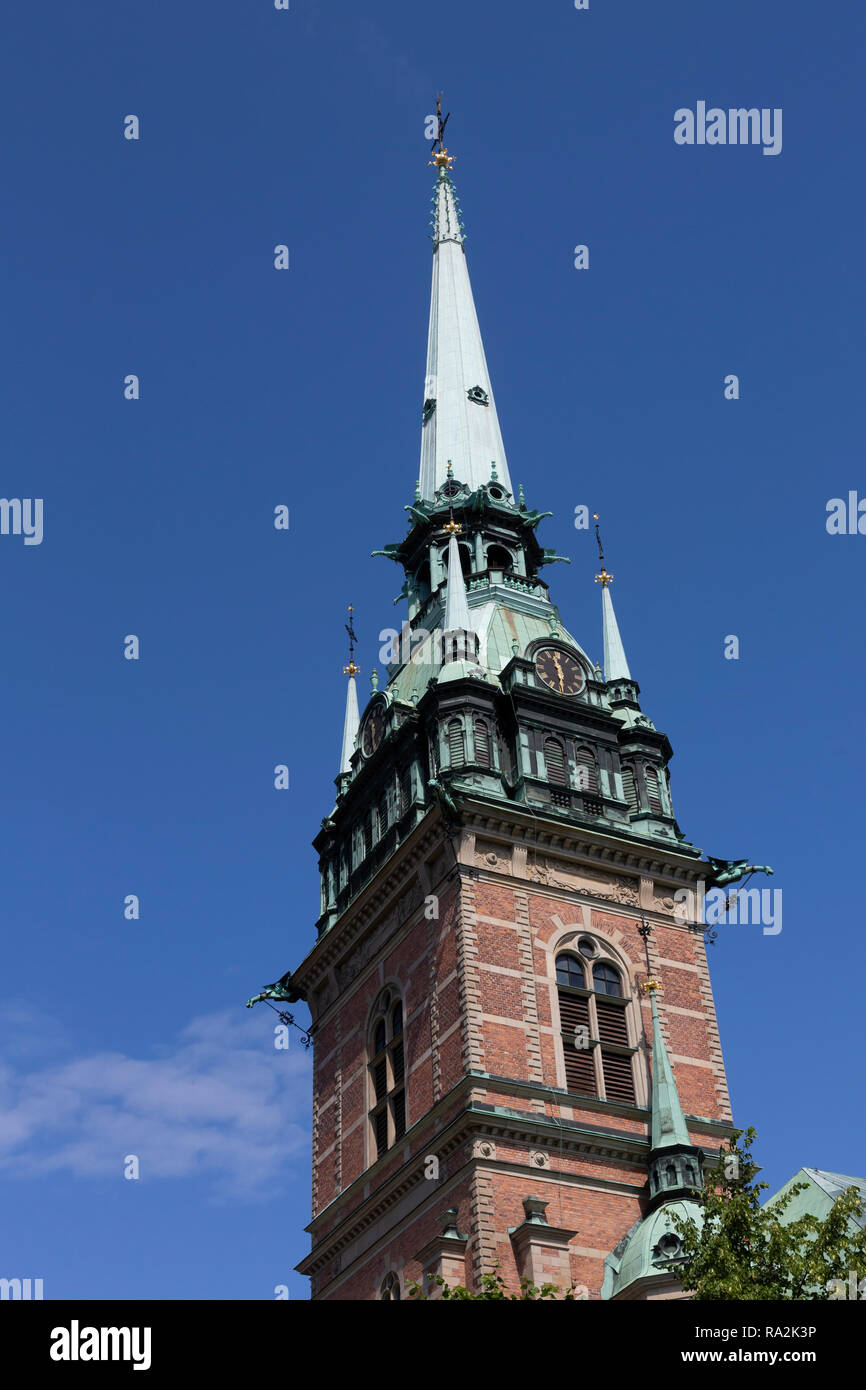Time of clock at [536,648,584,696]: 11:29
